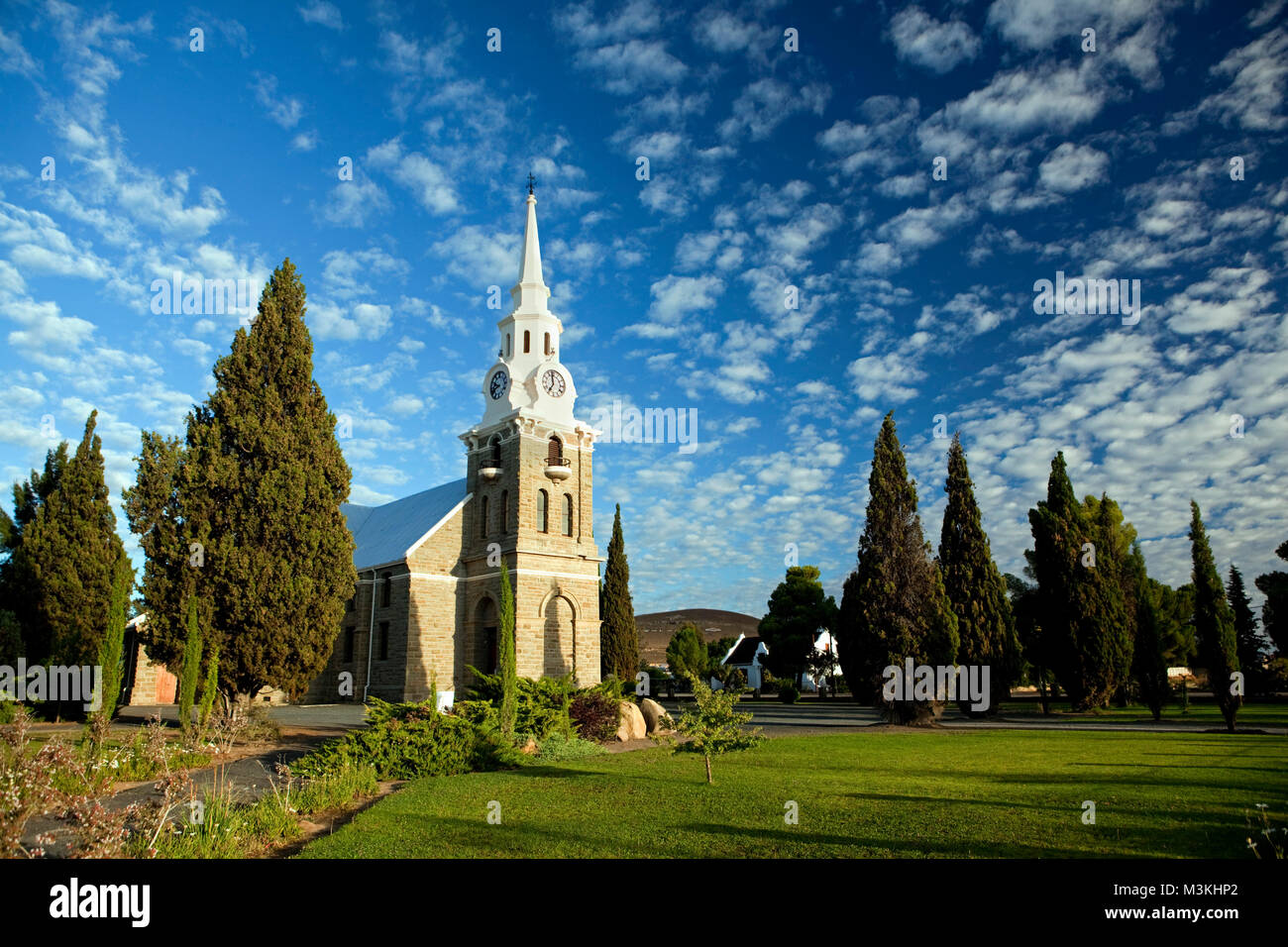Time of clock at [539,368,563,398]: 6:58
